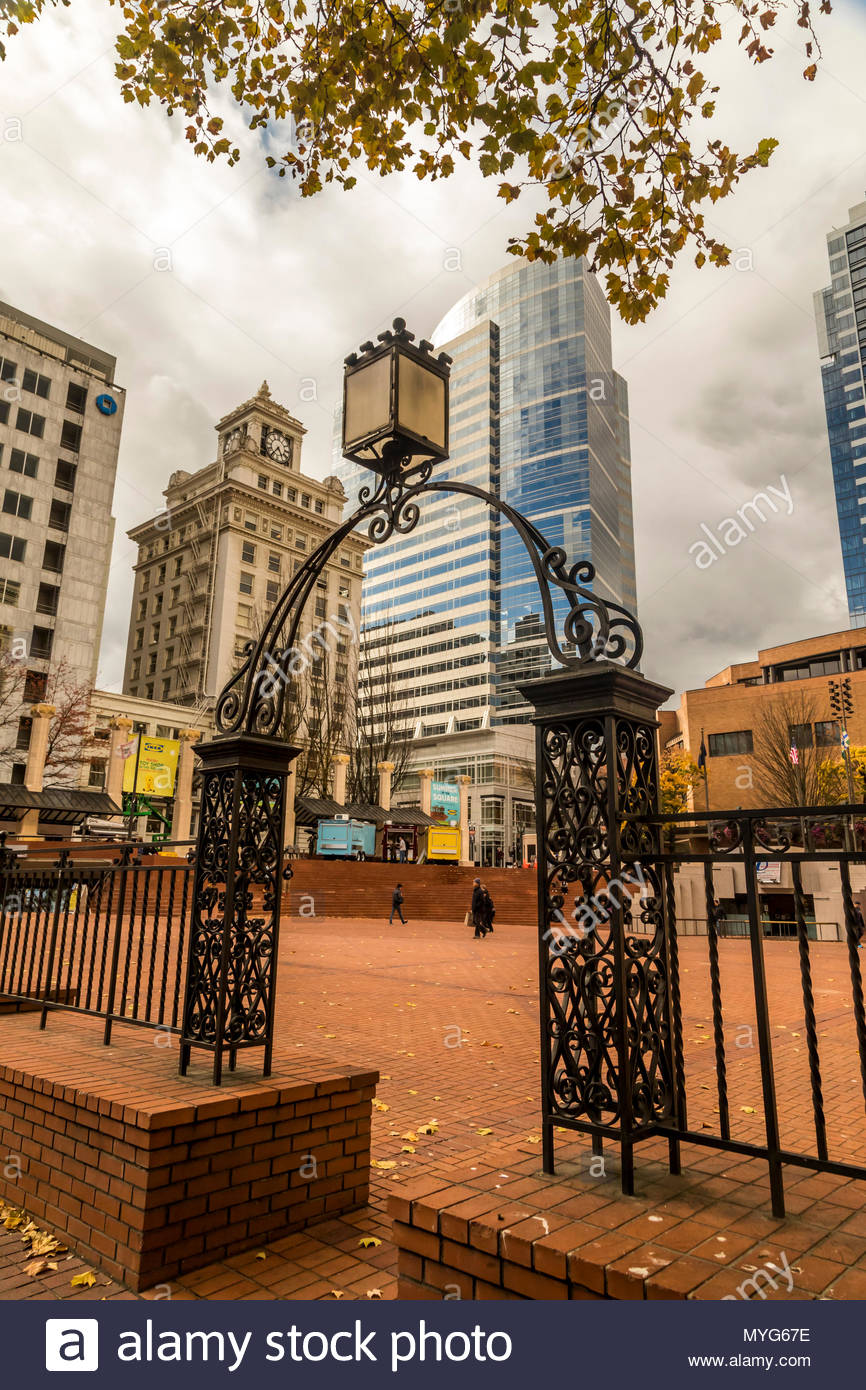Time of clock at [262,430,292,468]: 4:37
